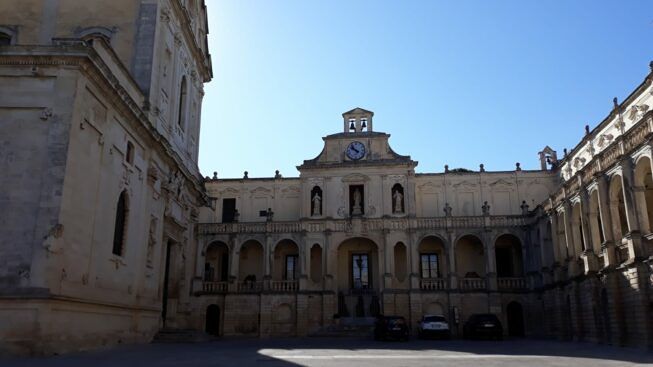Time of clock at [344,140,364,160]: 9:52
